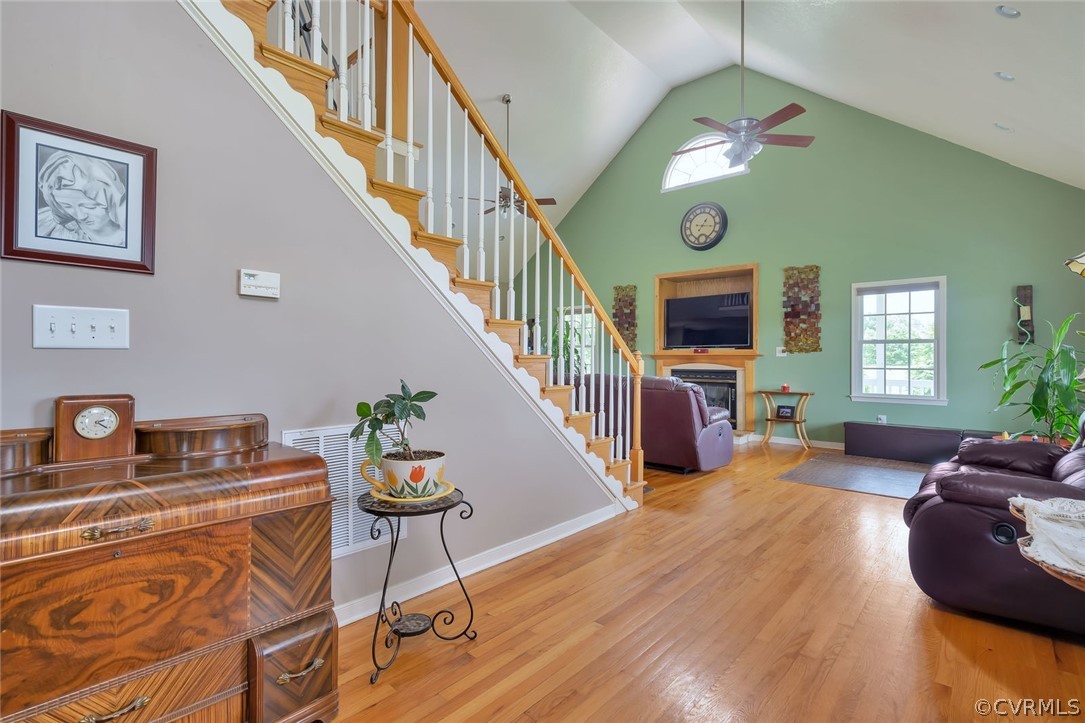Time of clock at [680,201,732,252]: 1:16
